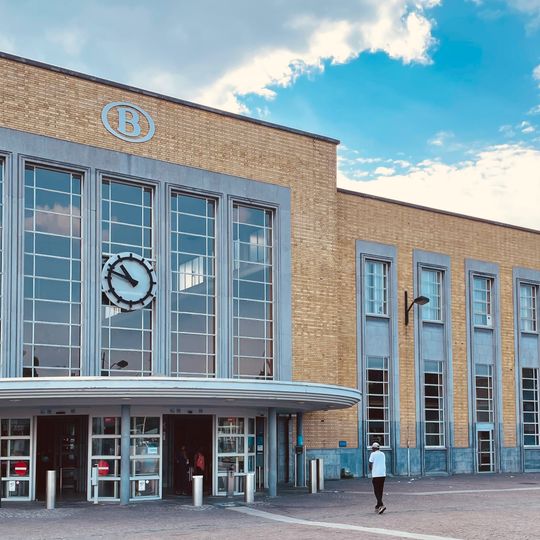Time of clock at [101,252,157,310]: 10:48
